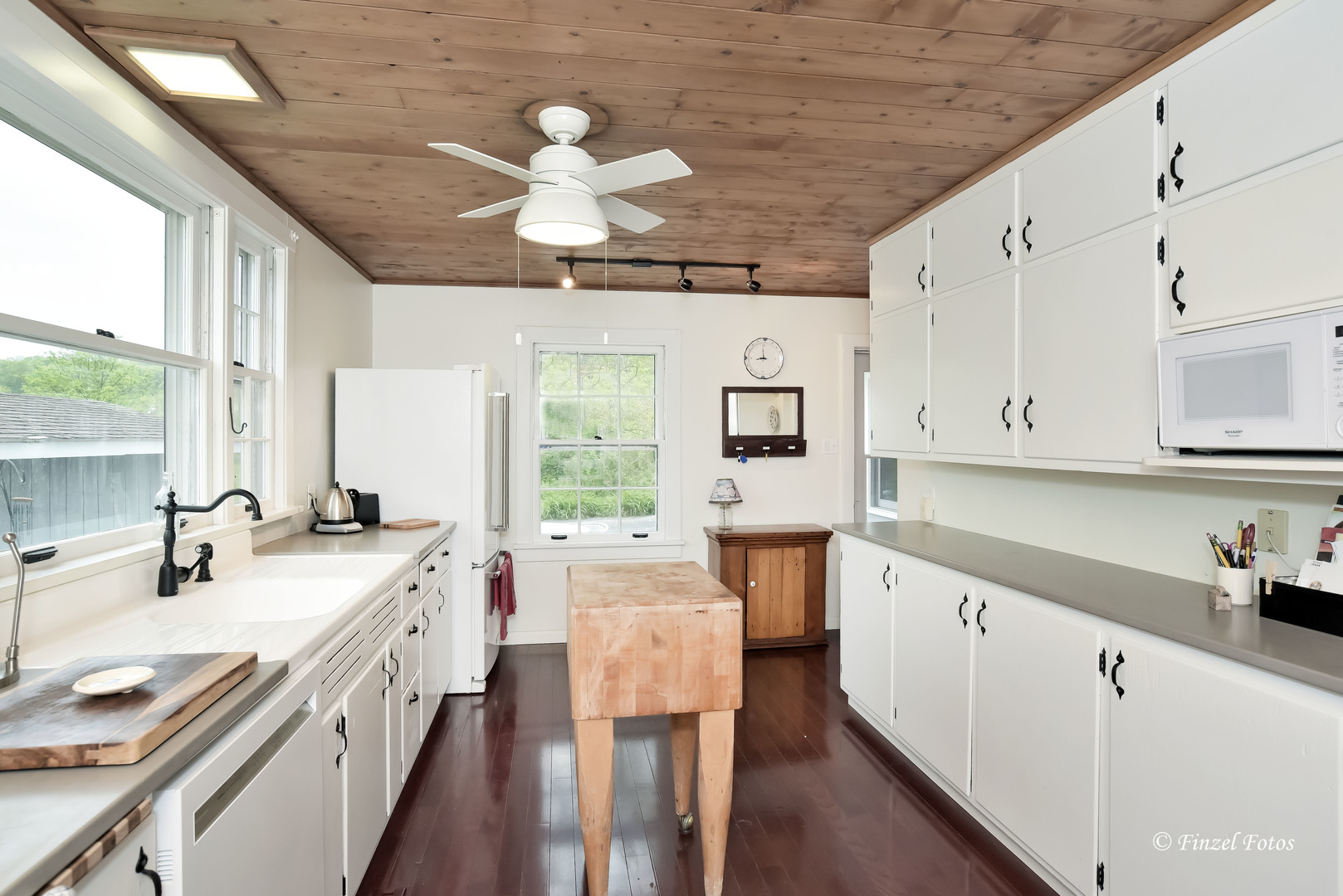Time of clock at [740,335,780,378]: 8:59
